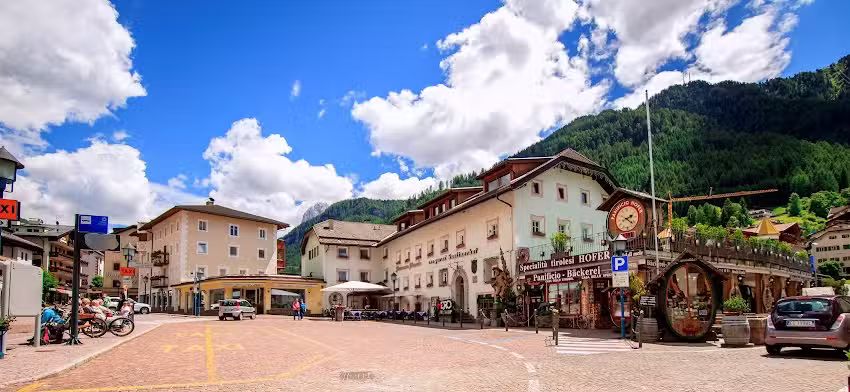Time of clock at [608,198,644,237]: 2:21
